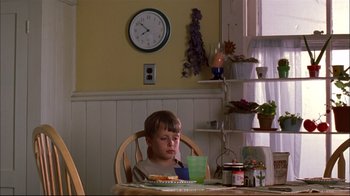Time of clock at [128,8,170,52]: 7:52
